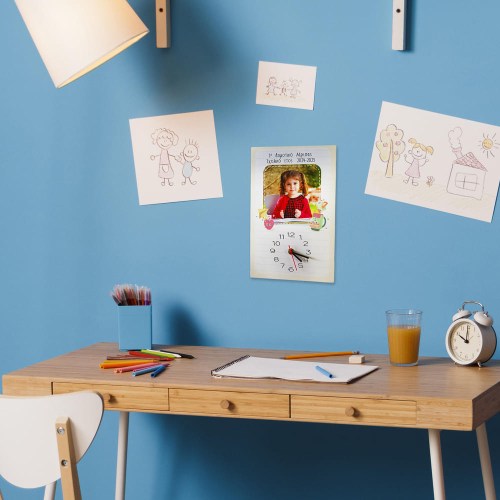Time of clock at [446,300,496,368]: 10:00
